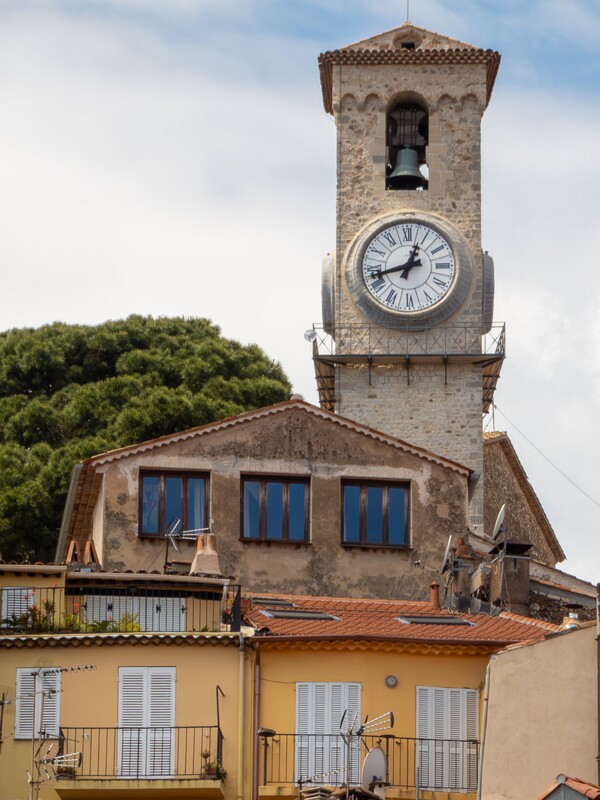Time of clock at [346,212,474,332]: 12:42
